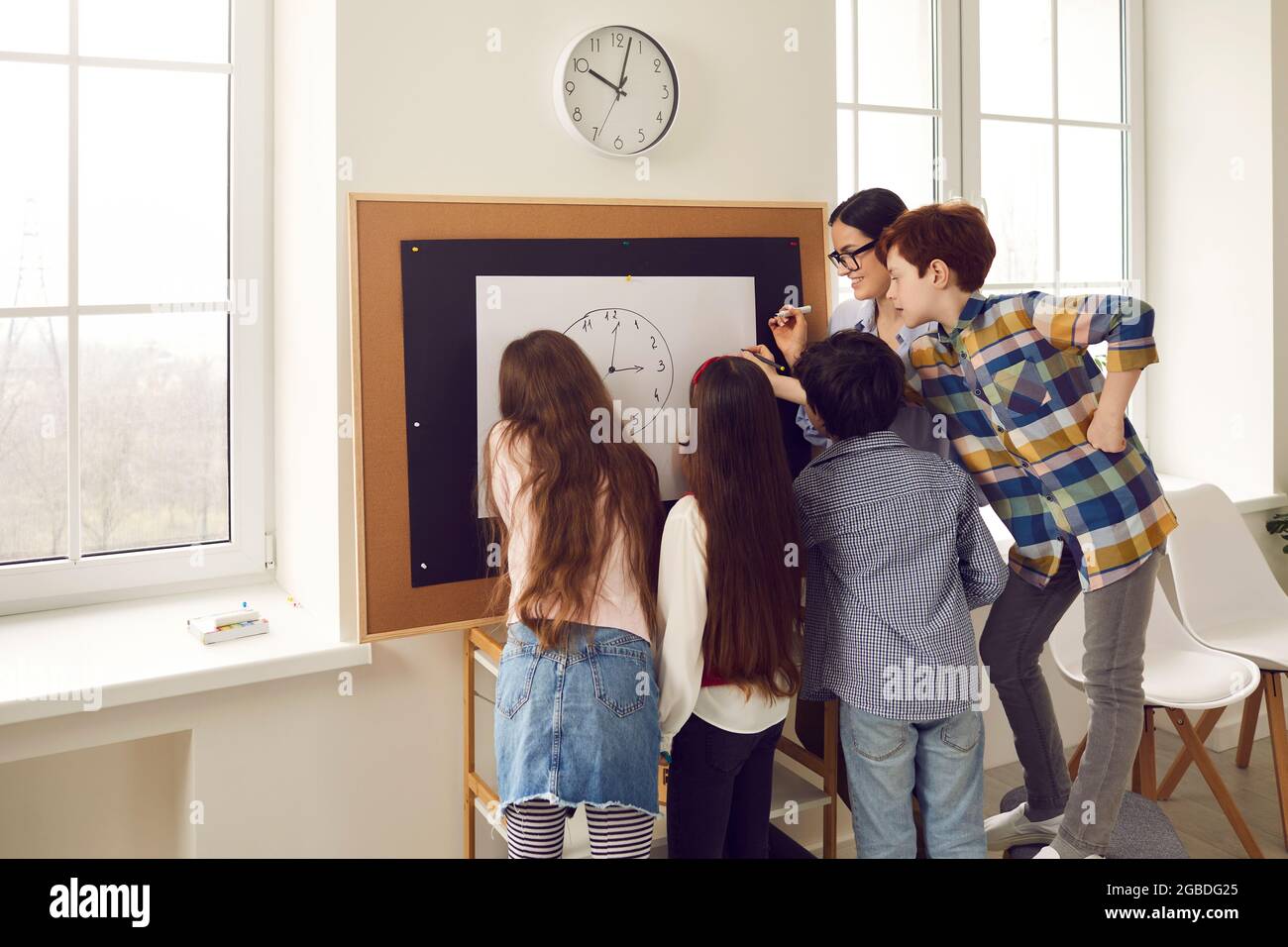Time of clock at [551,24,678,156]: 10:02
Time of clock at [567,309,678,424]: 3:01
